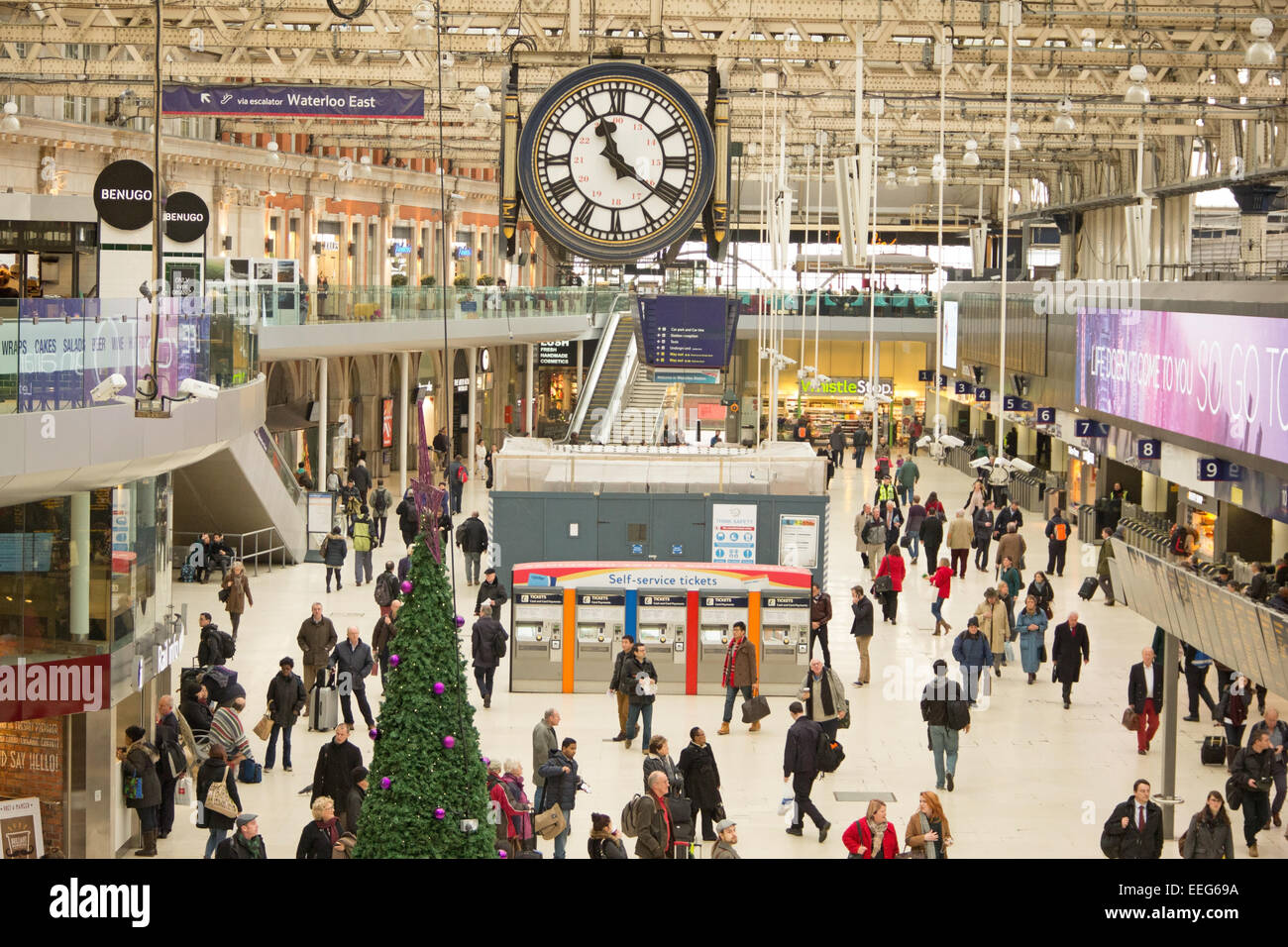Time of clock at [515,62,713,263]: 11:21
